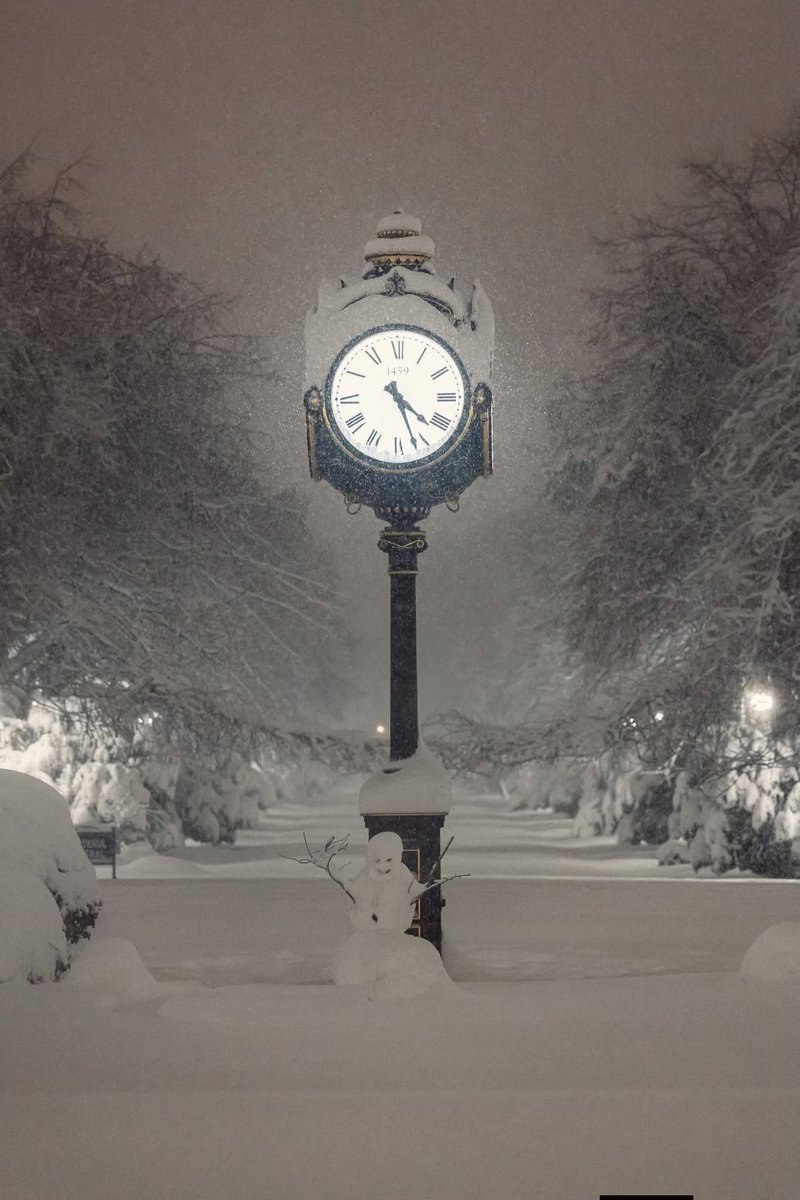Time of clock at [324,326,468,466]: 4:26
